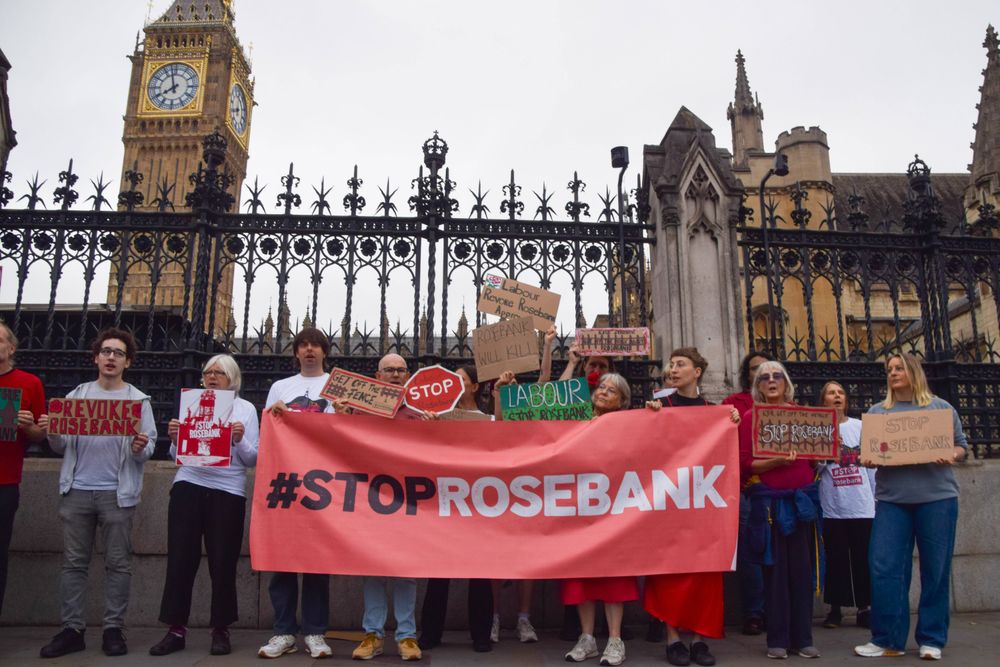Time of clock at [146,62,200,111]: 7:57
